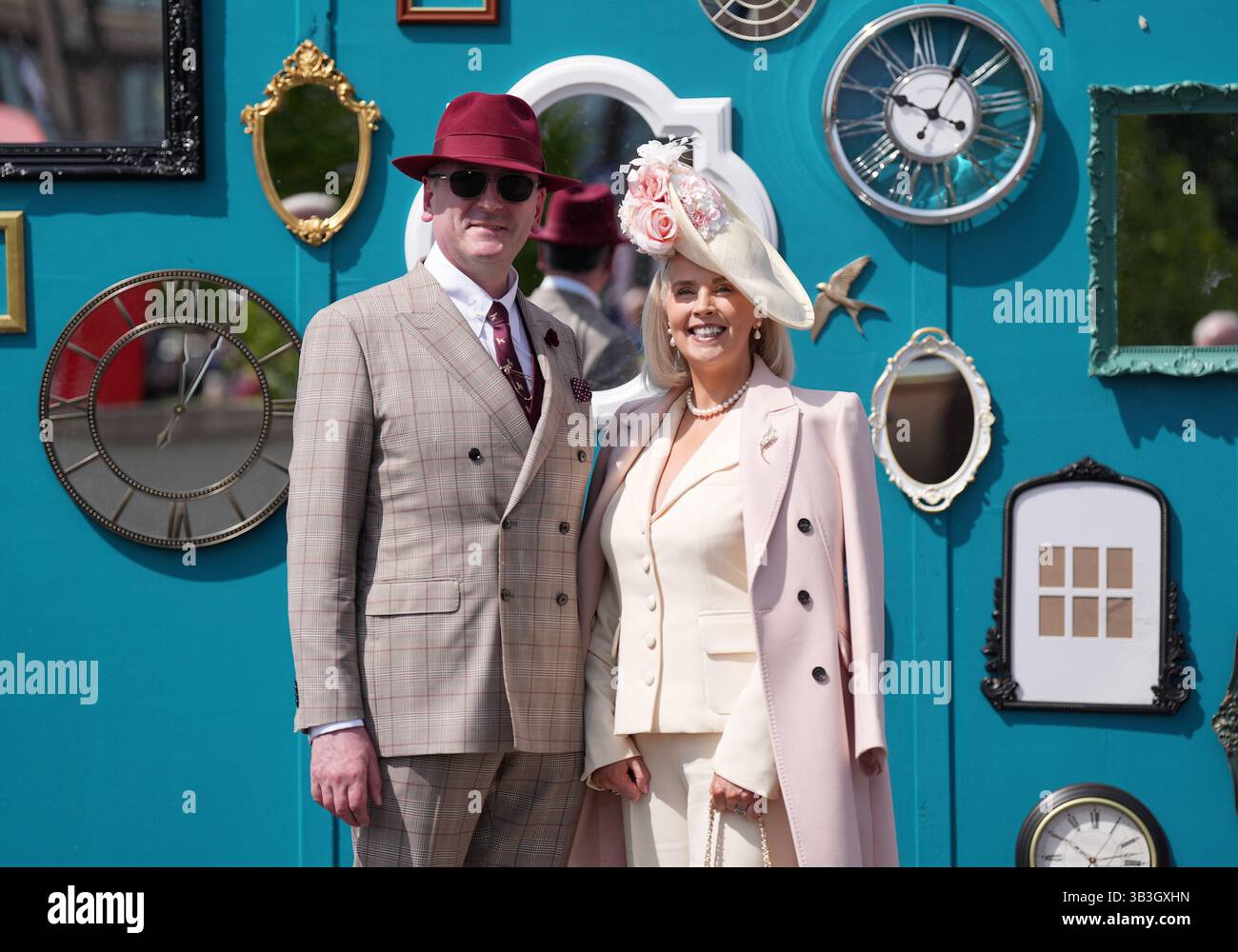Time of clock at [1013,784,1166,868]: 2:50
